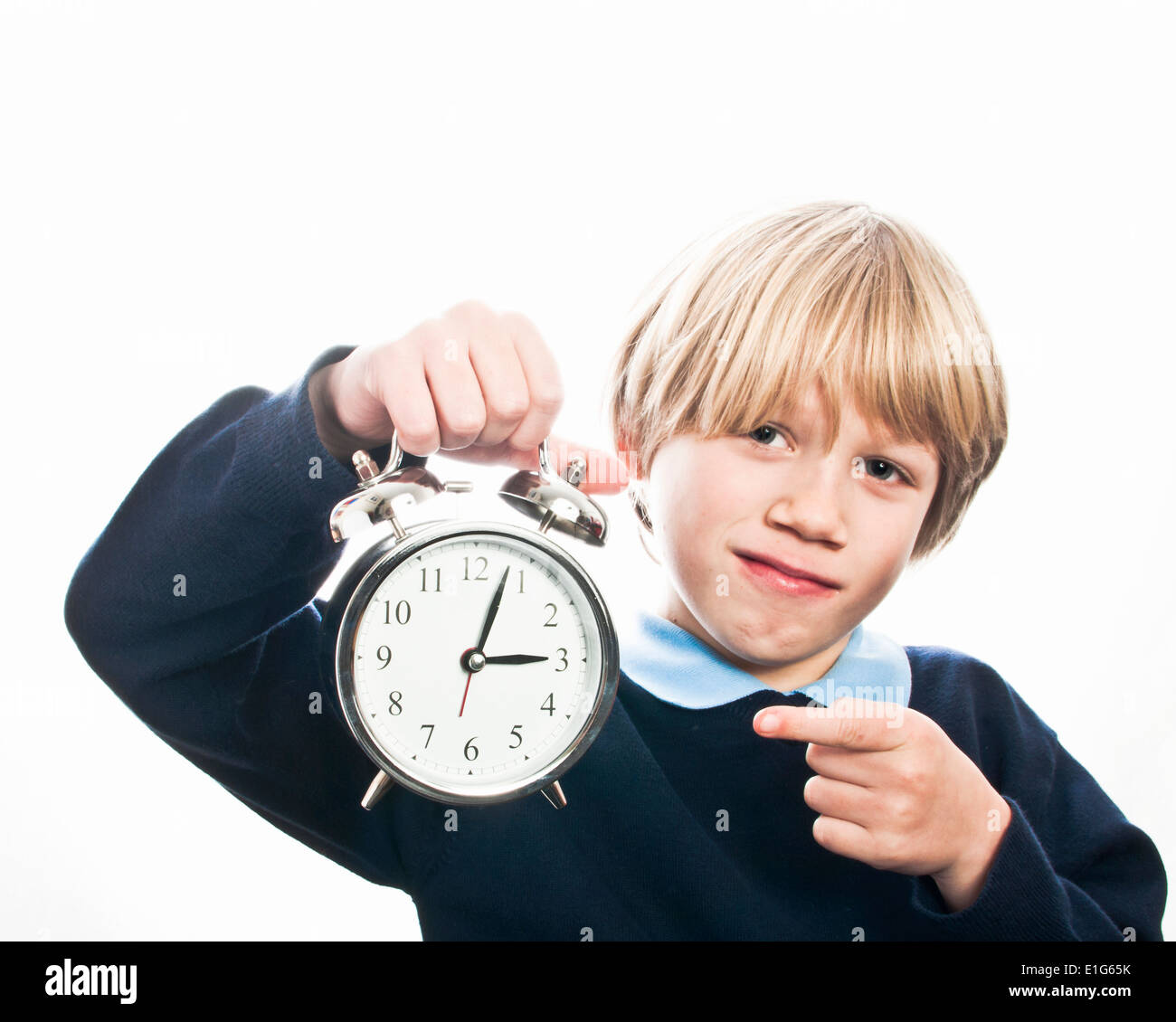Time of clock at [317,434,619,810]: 3:03
